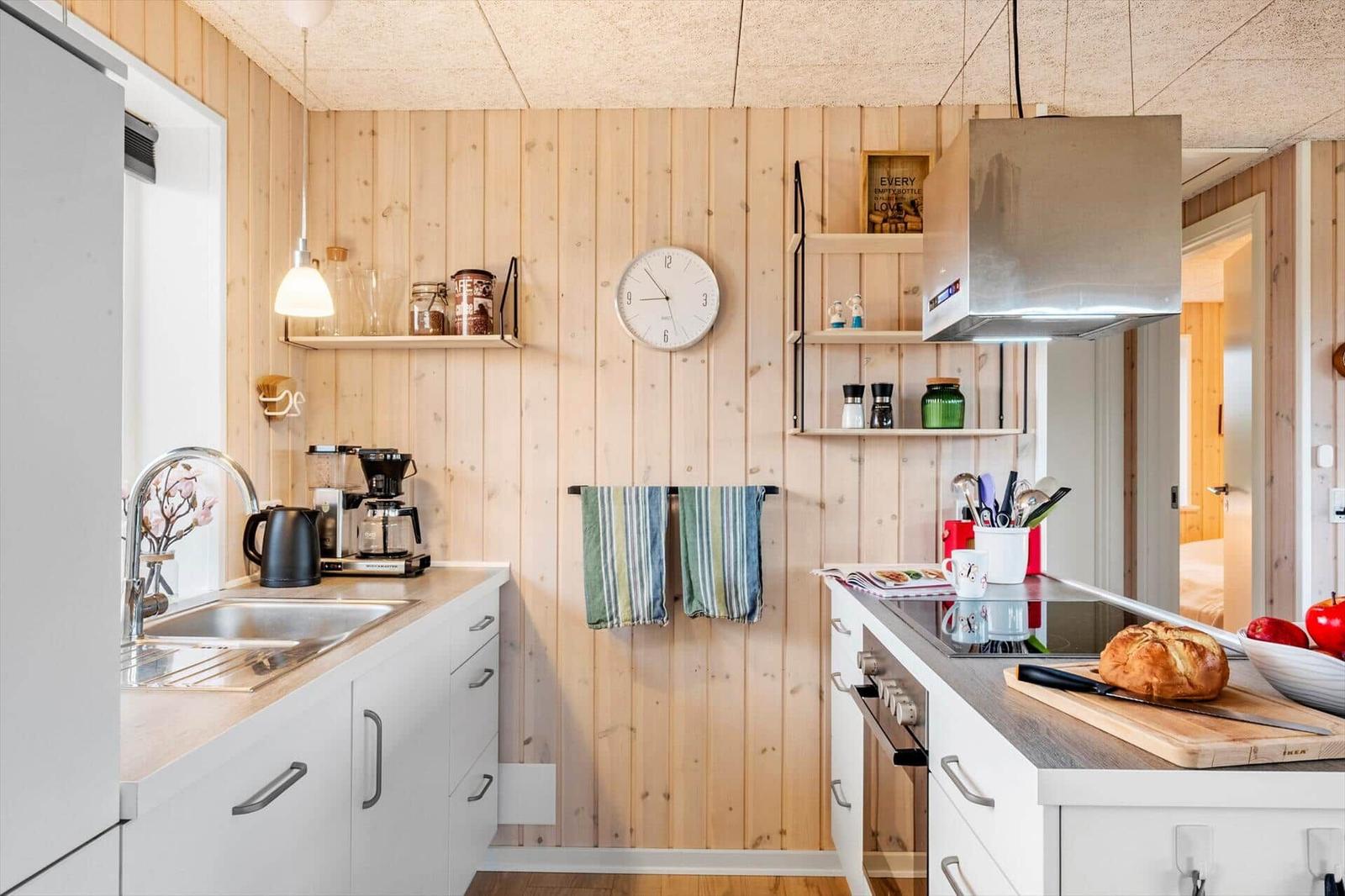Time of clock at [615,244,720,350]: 8:53
